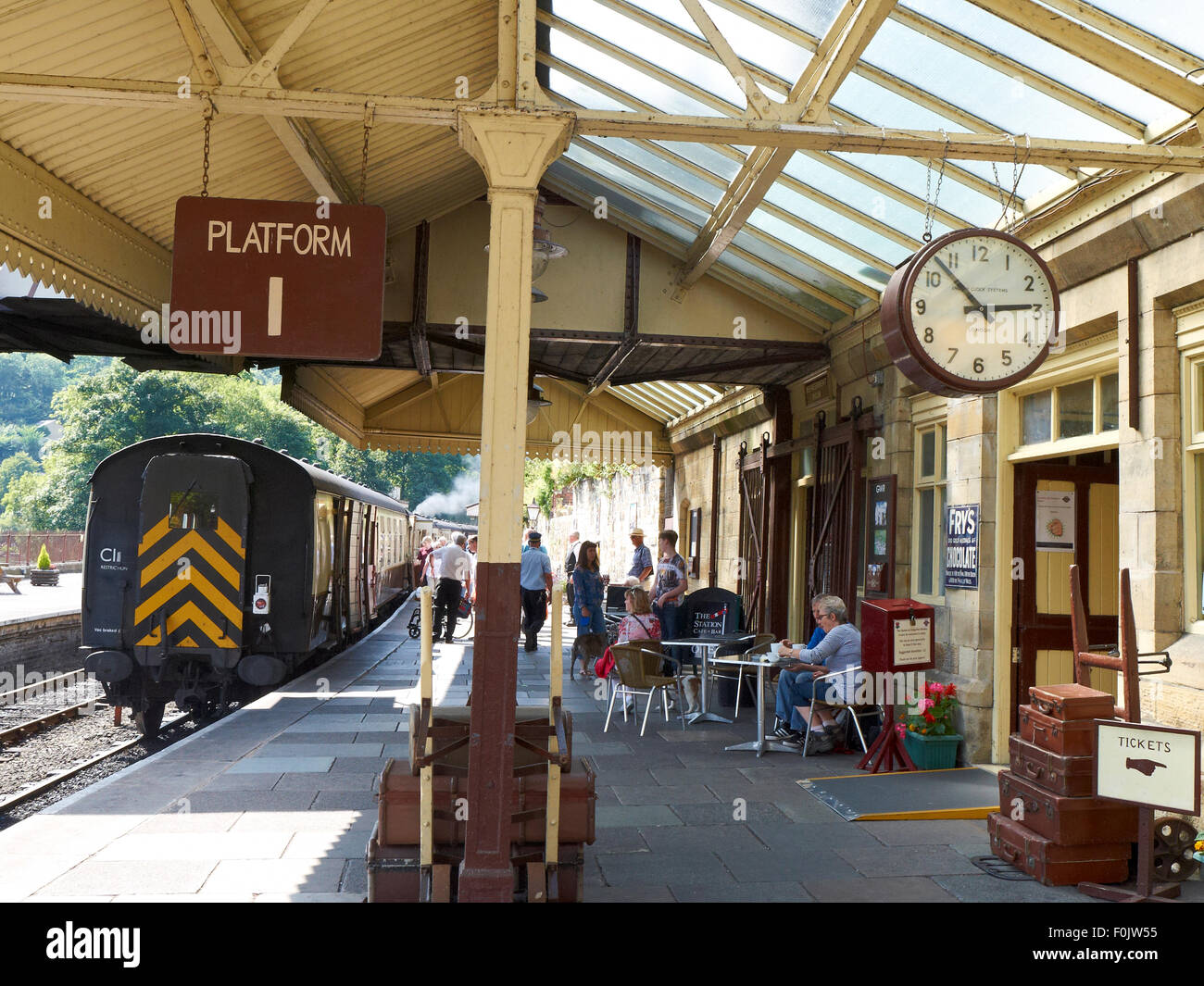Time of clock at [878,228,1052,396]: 2:53
